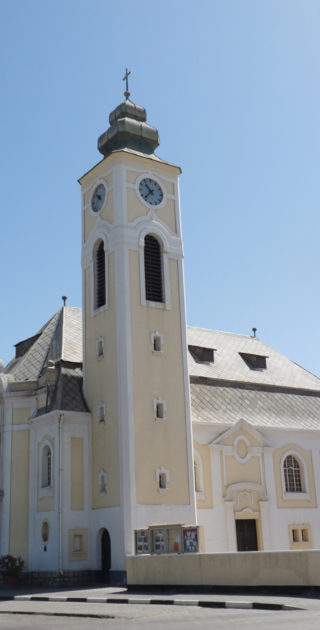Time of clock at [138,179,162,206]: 10:37
